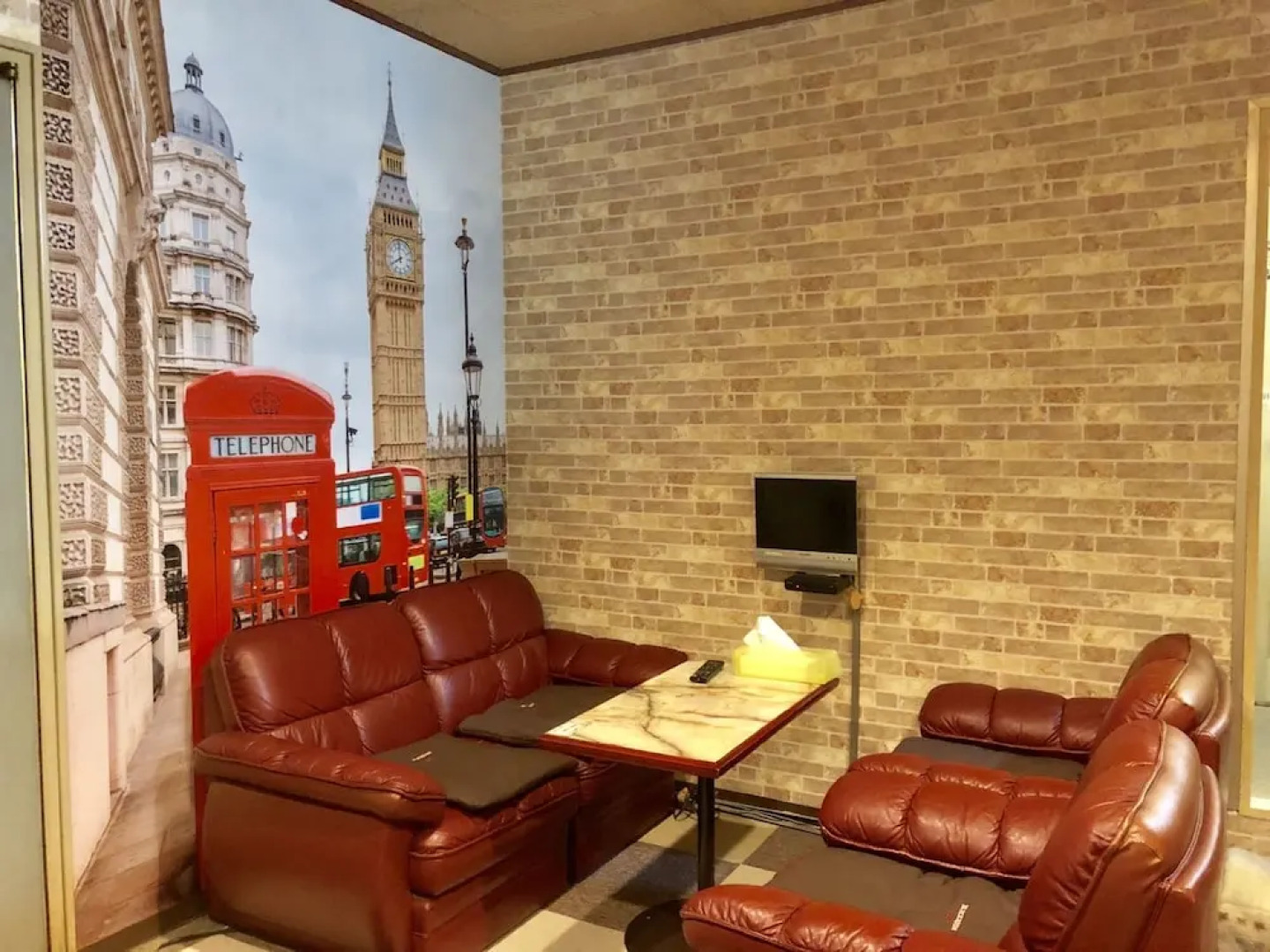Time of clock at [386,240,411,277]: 7:58
